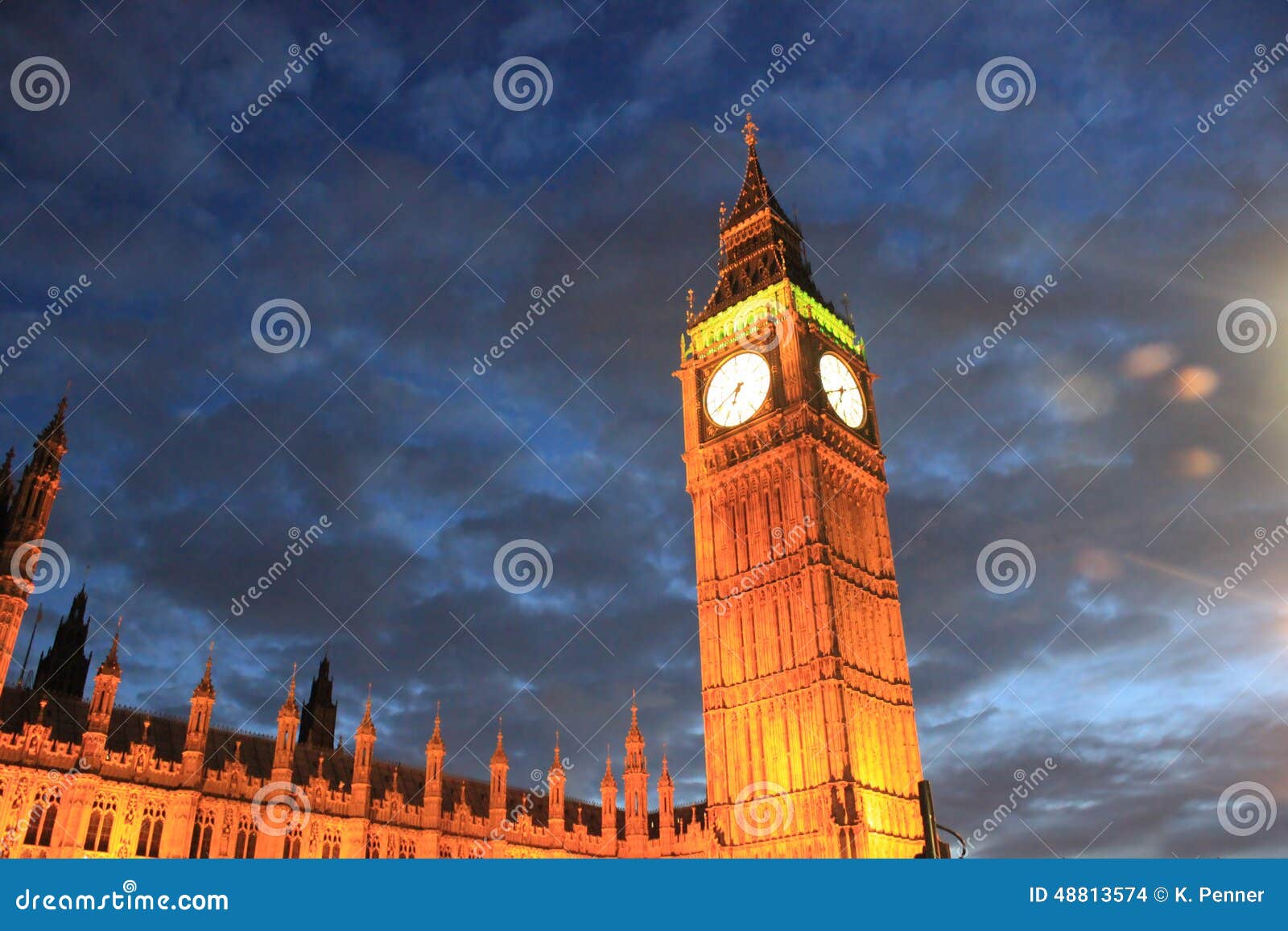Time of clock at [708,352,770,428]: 6:40
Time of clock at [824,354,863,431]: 6:40
